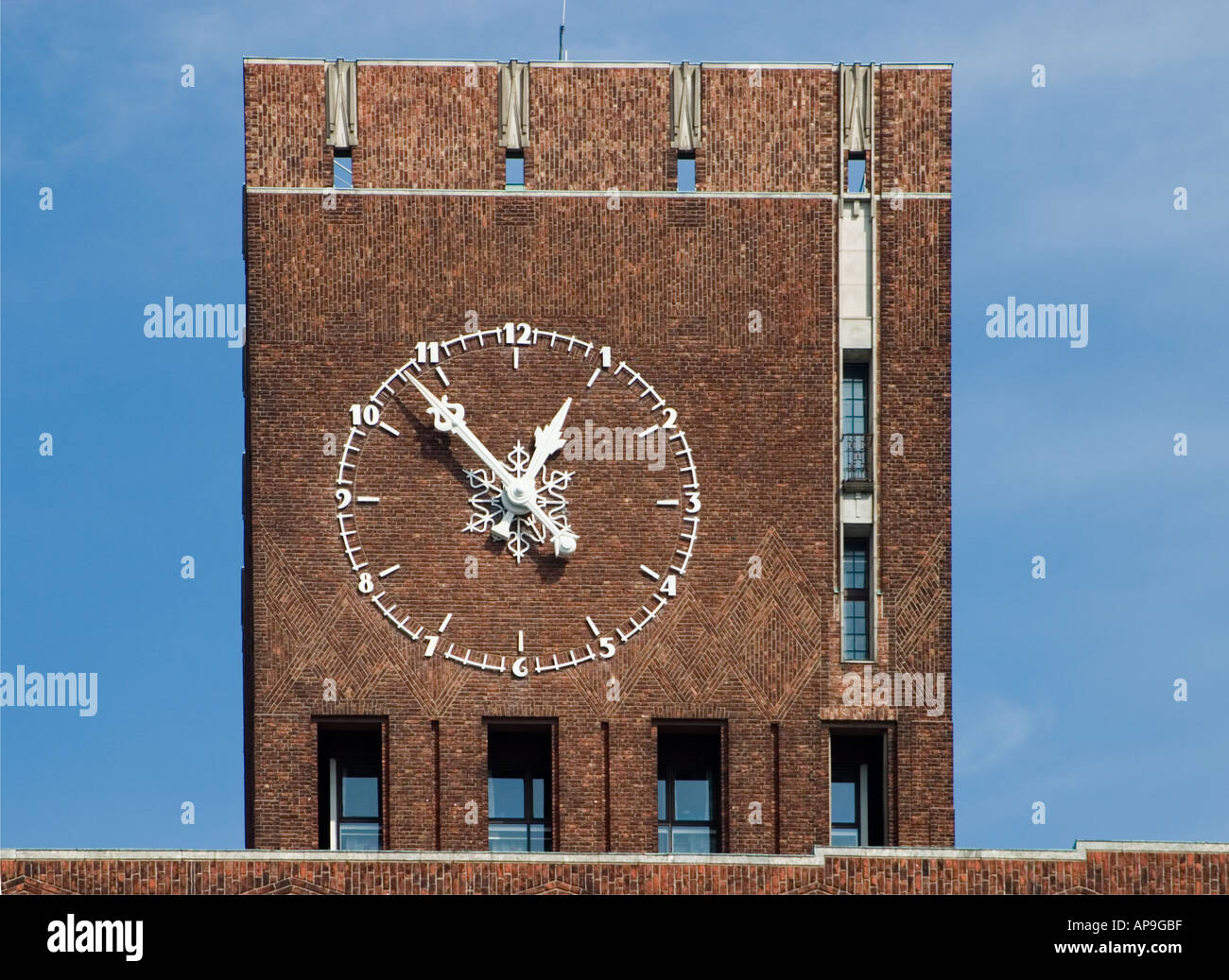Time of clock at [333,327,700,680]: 12:53
